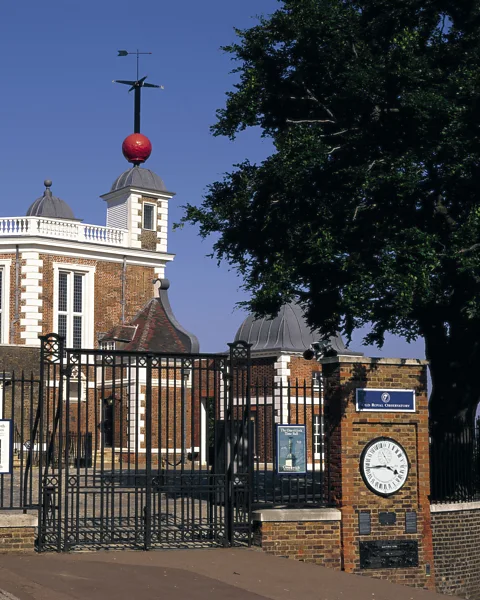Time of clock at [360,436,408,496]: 3:44
